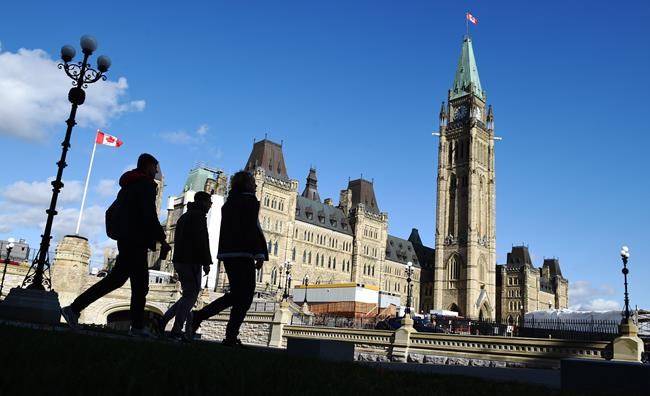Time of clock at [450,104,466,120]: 11:55
